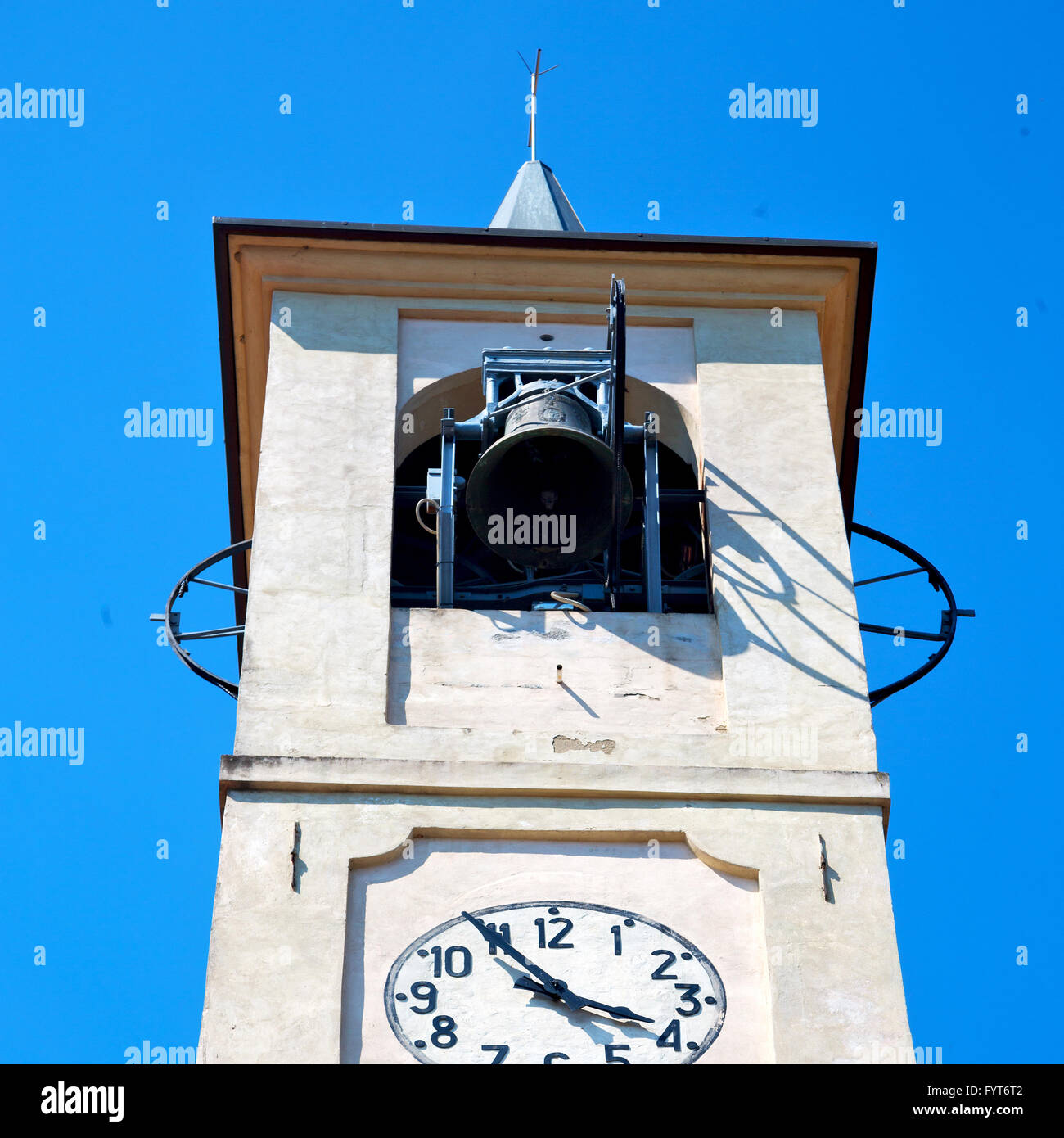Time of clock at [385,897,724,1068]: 3:54
